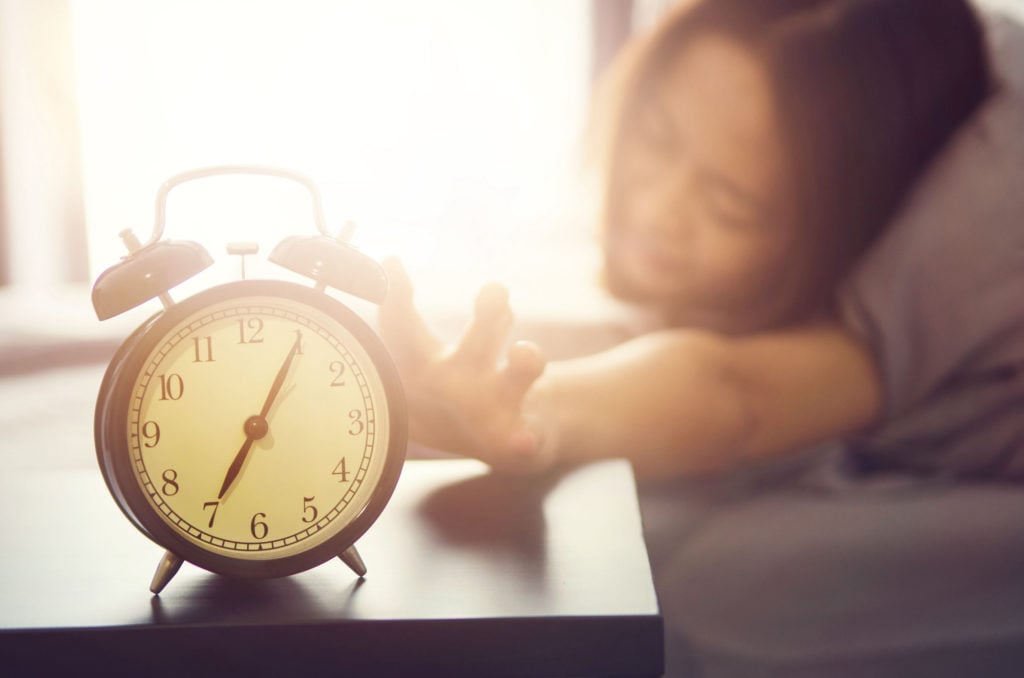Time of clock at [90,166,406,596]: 7:05
